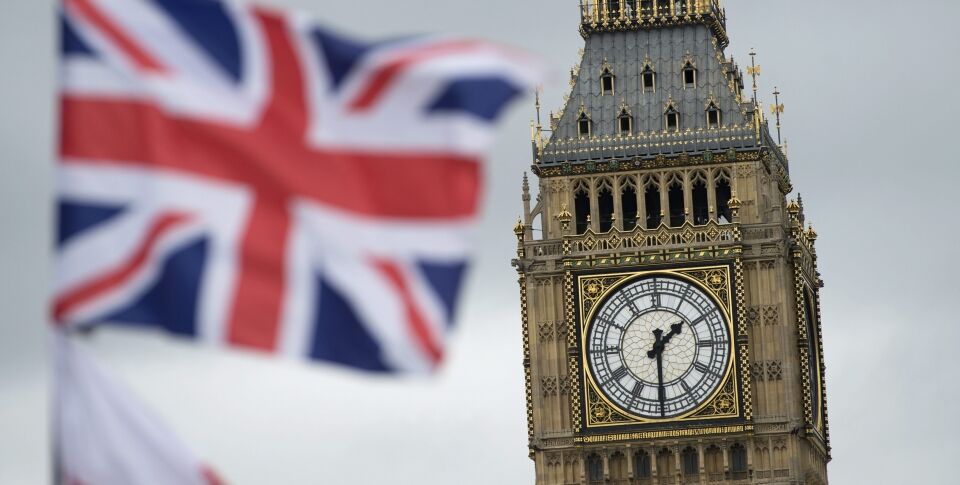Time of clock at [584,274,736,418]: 1:30
